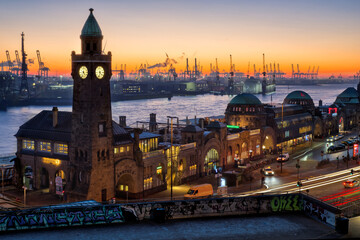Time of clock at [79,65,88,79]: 4:35
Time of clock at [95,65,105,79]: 4:33
